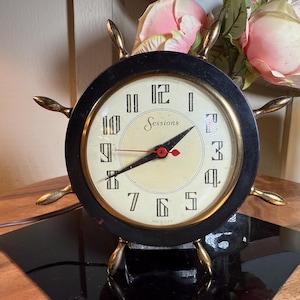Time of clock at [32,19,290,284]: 1:41
